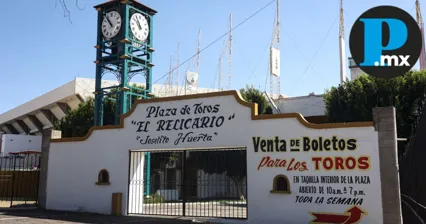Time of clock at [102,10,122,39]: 10:53
